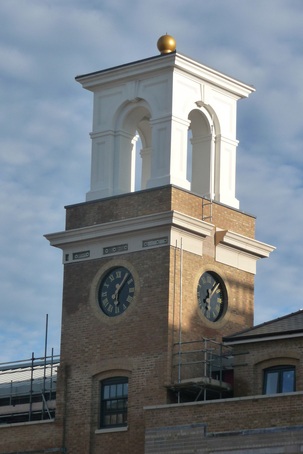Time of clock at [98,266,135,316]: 6:06
